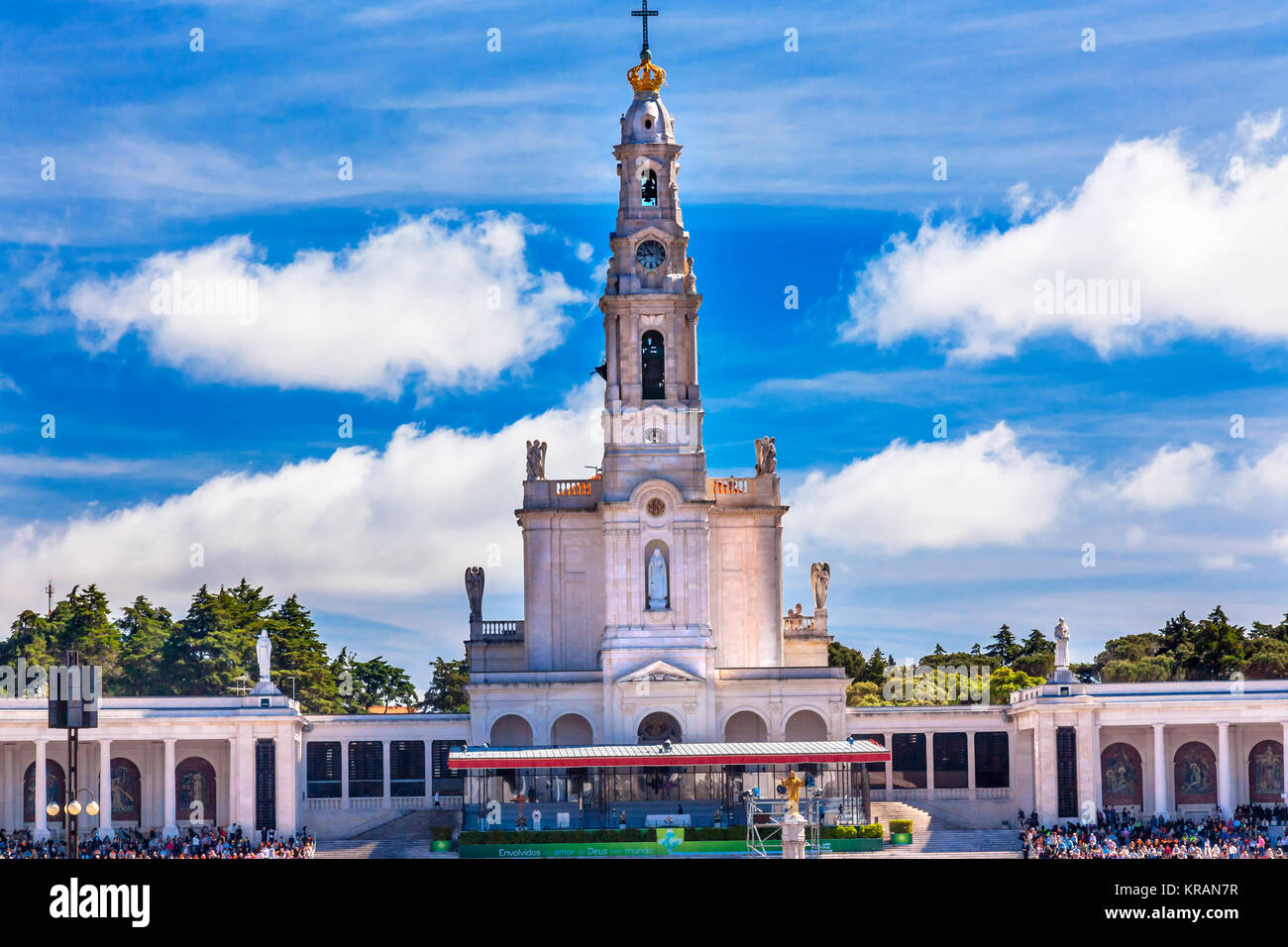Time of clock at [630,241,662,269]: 10:42
